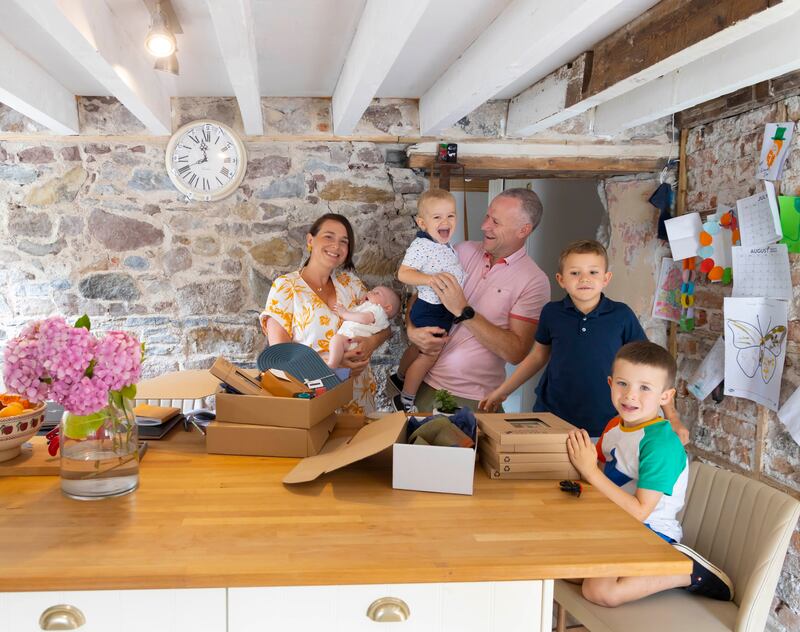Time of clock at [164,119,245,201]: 11:41
